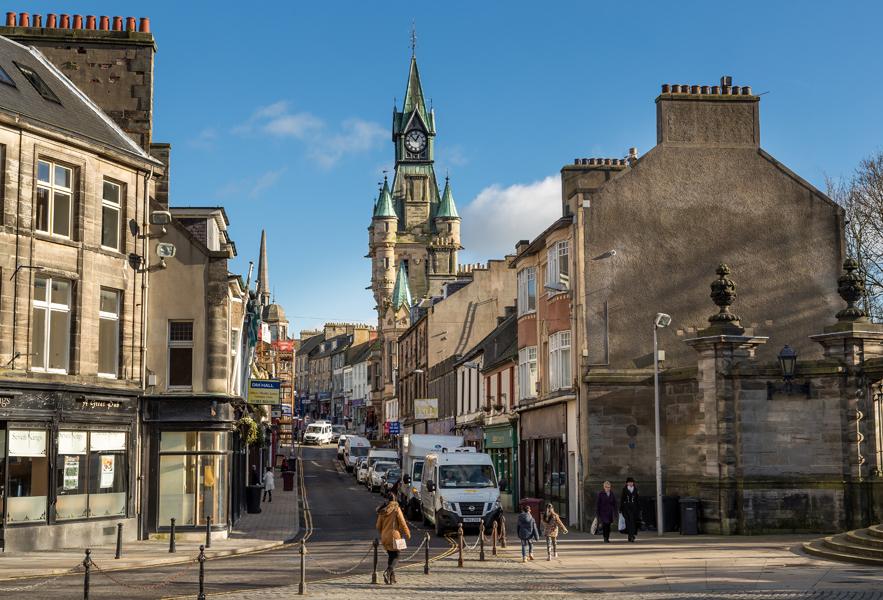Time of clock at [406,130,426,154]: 12:52
